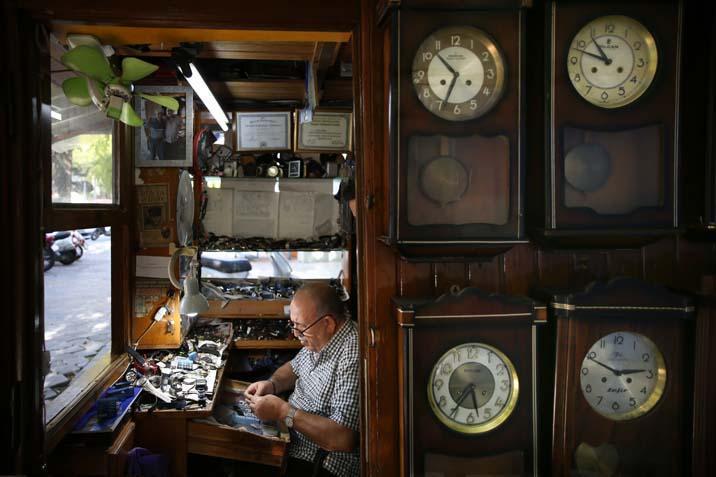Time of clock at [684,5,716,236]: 10:47
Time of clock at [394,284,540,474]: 5:35
